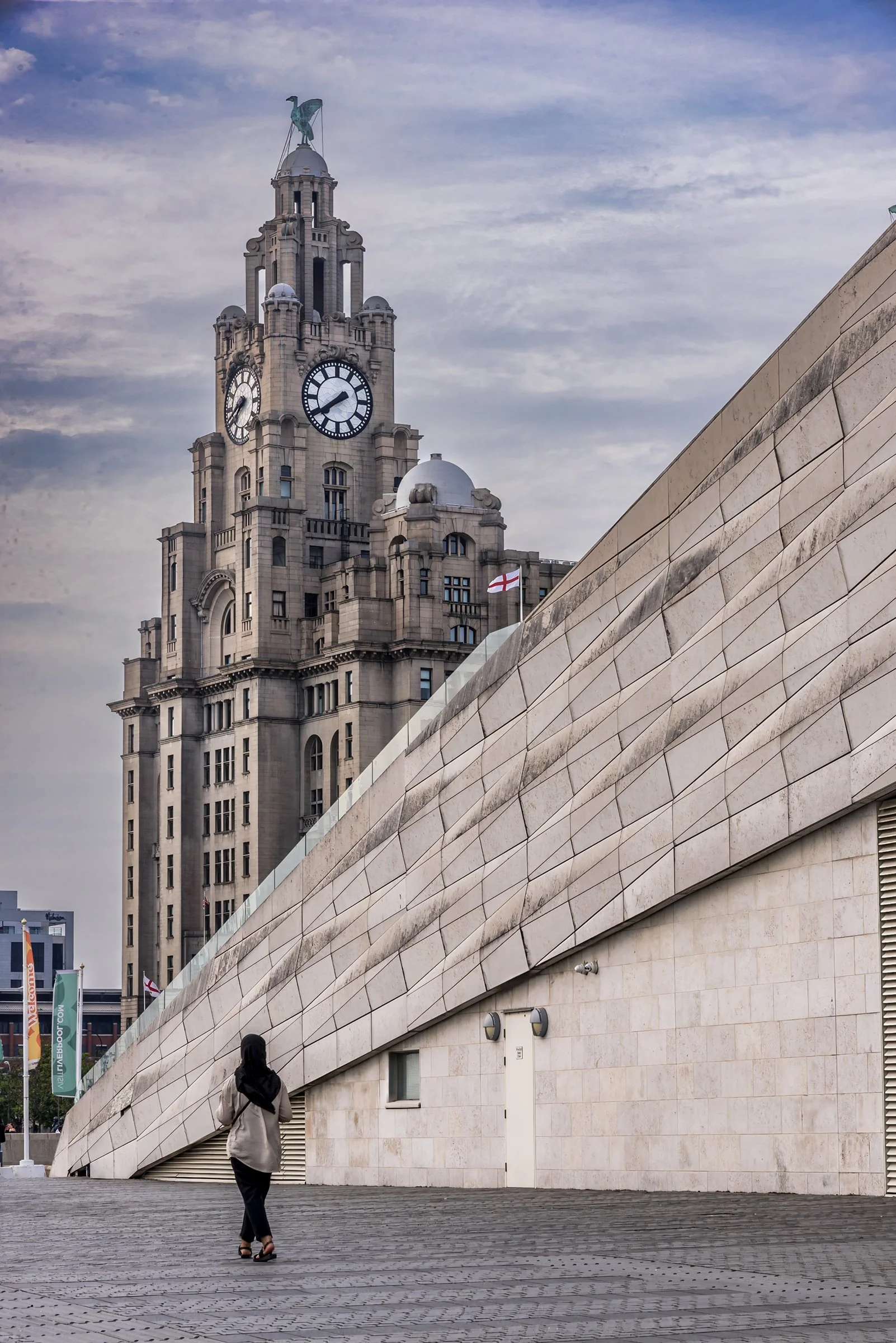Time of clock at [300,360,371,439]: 7:39
